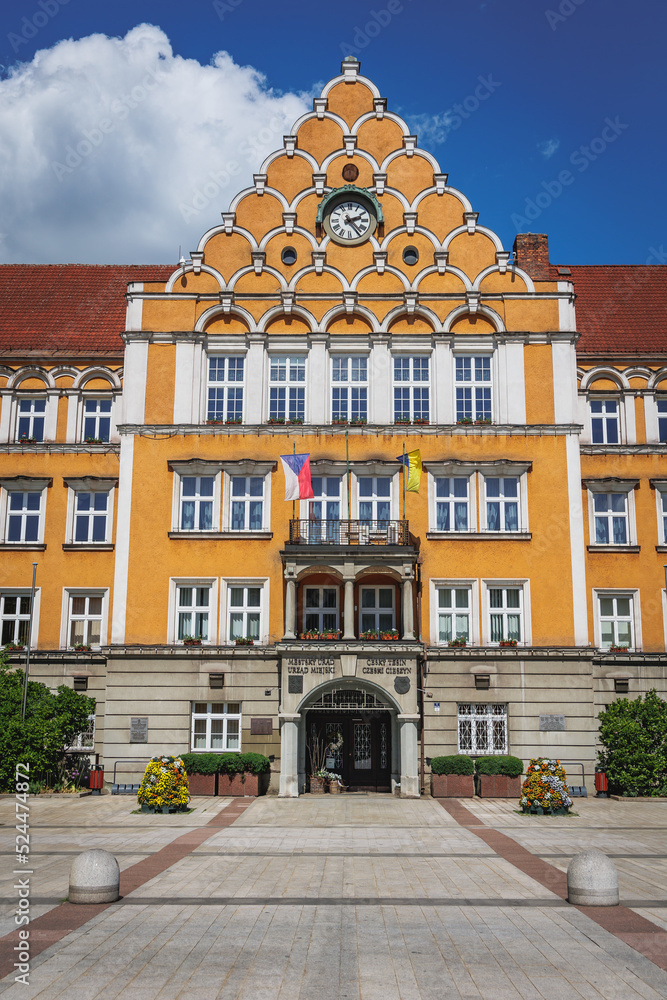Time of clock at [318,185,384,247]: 2:23
